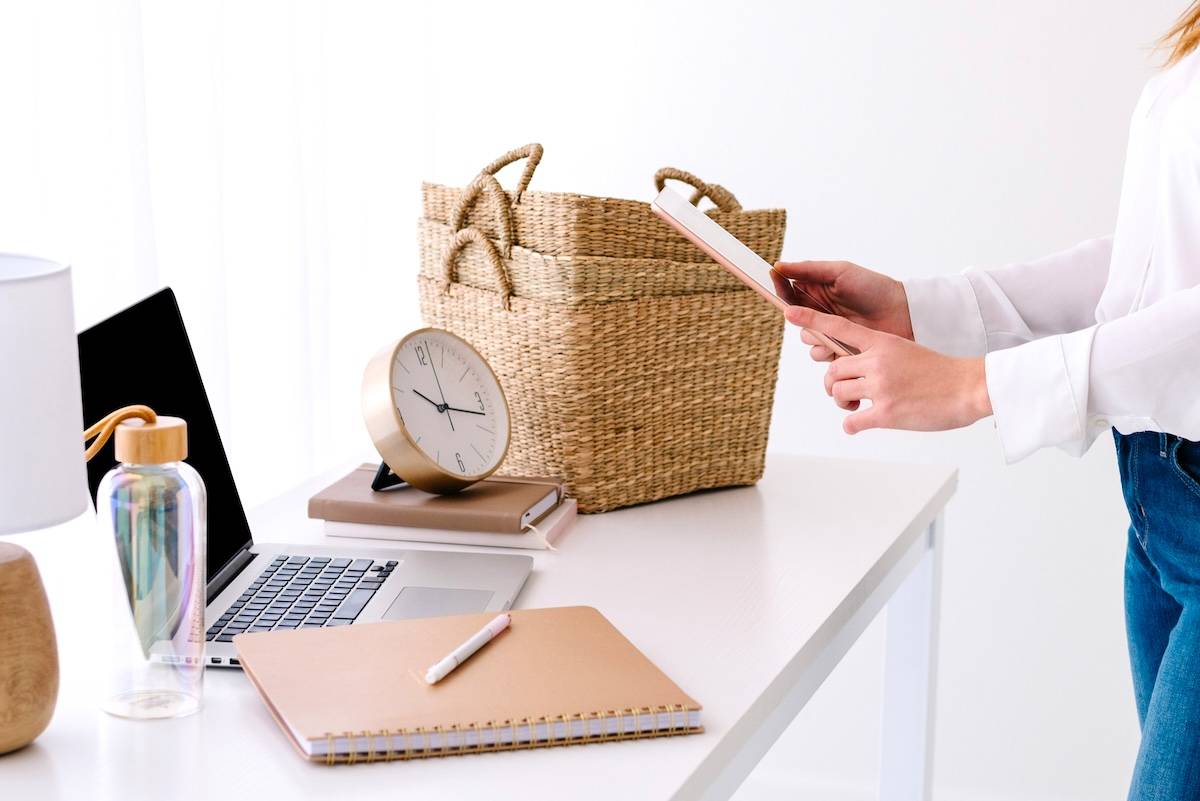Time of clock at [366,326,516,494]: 10:17
